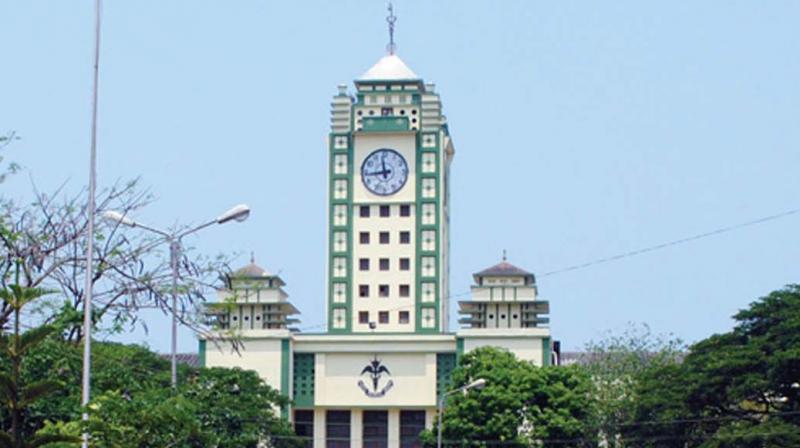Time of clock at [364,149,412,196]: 11:43
